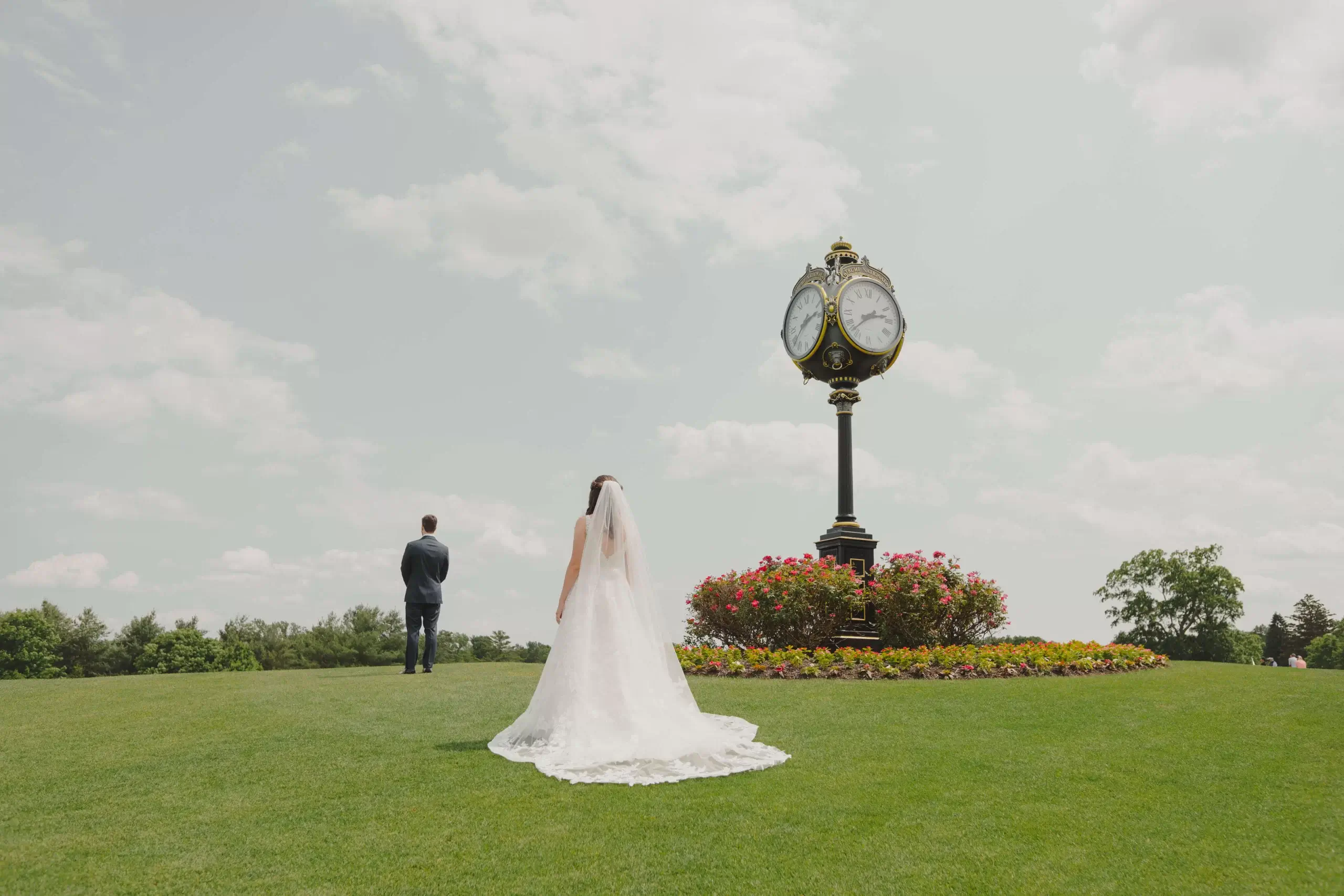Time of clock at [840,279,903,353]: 2:37
